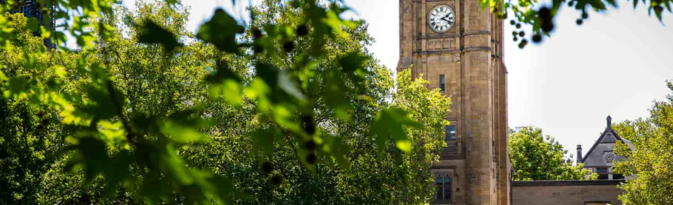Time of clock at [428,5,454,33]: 2:18
